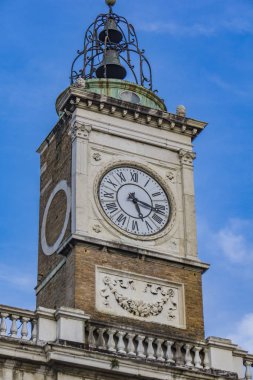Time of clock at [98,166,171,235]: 5:17
